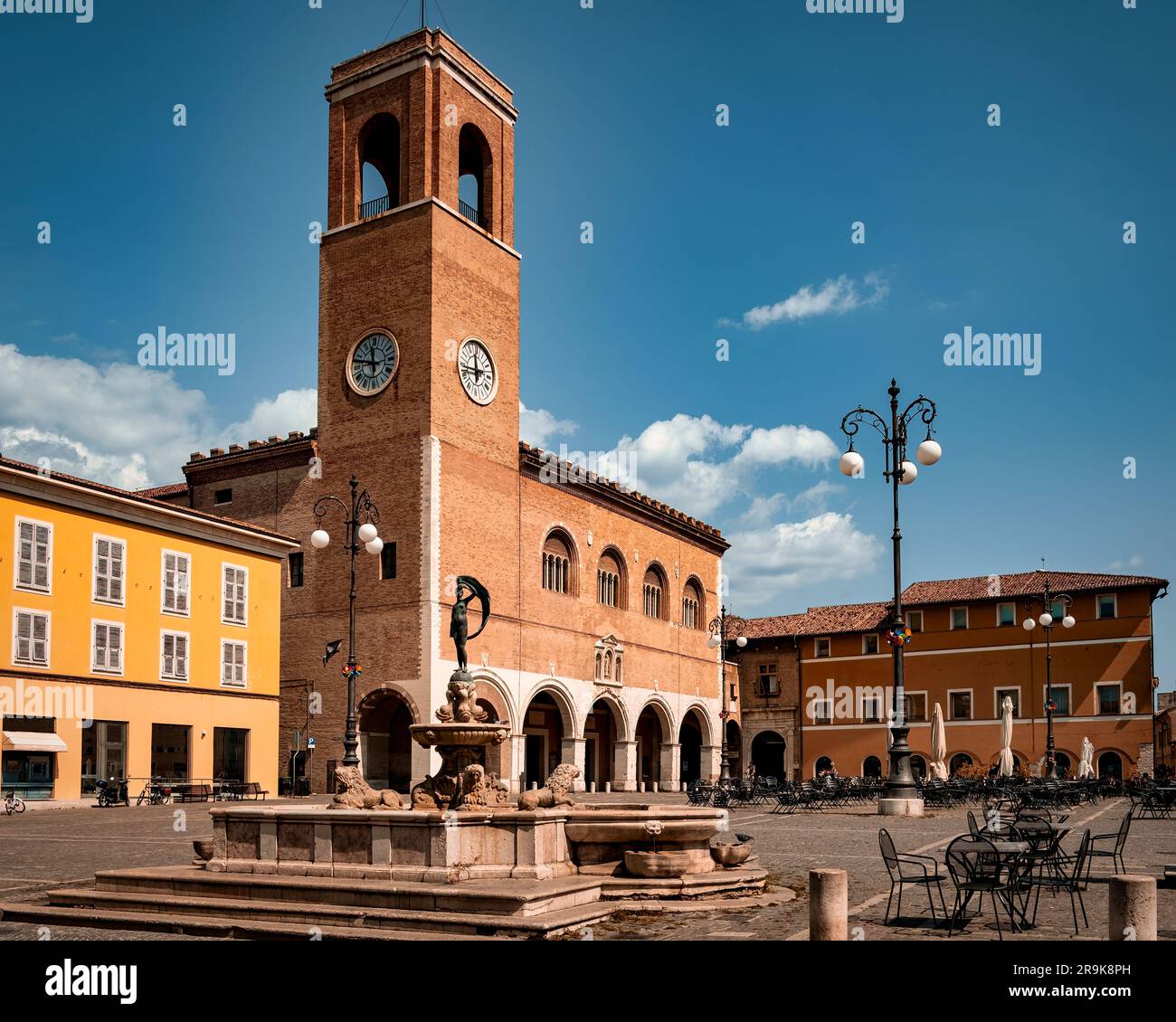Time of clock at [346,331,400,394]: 11:47
